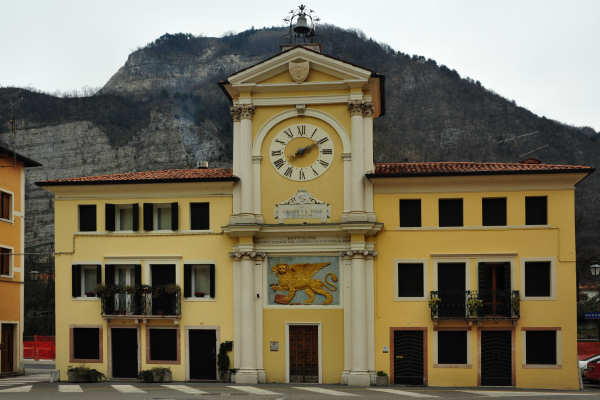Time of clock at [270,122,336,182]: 2:09
